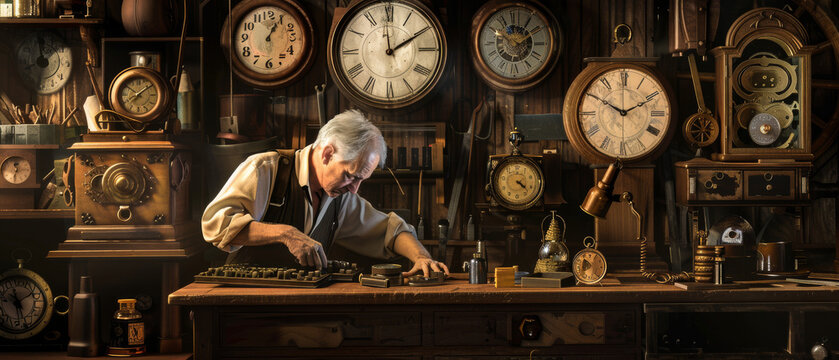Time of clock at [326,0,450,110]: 1:59
